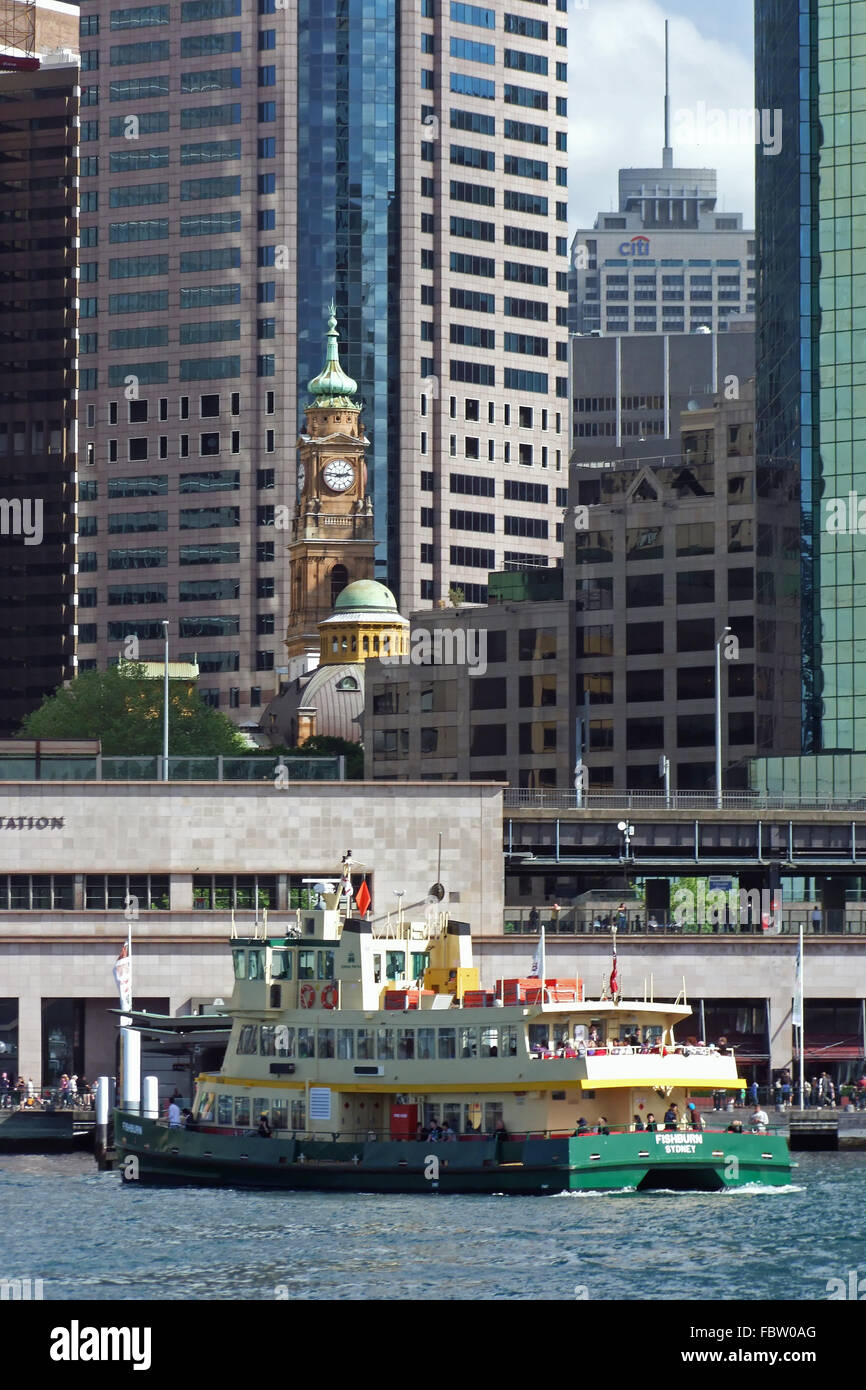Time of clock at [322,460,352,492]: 2:46
